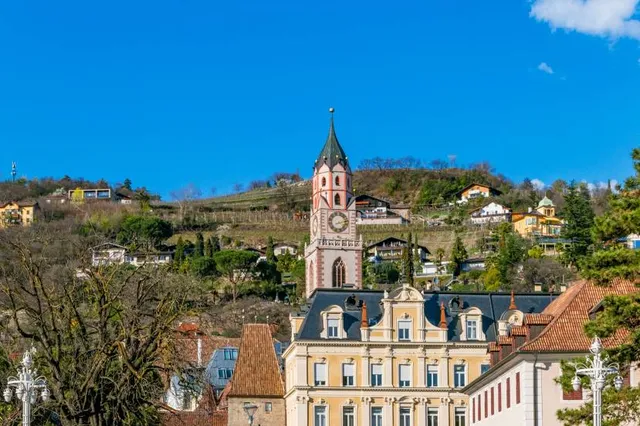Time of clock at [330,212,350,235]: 8:12
